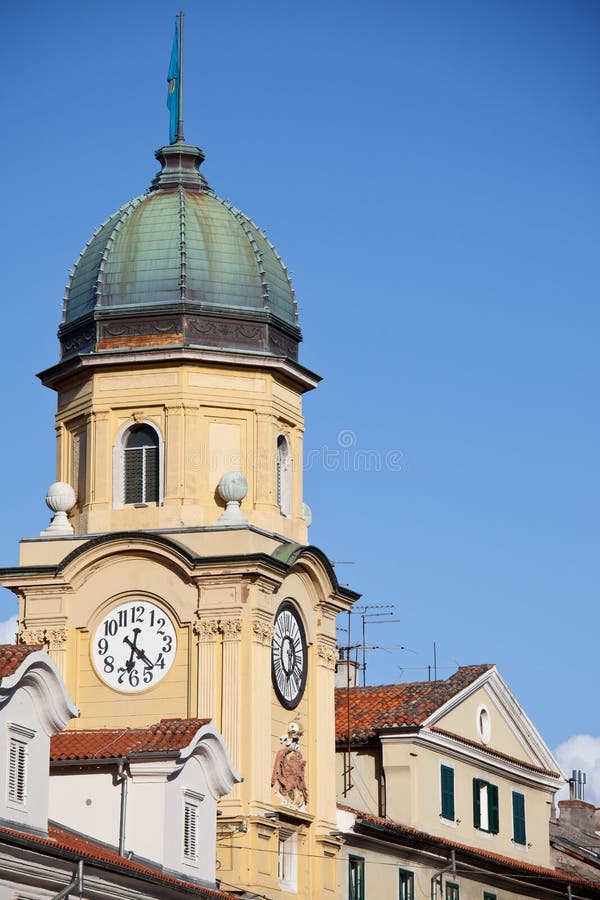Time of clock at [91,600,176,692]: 6:22
